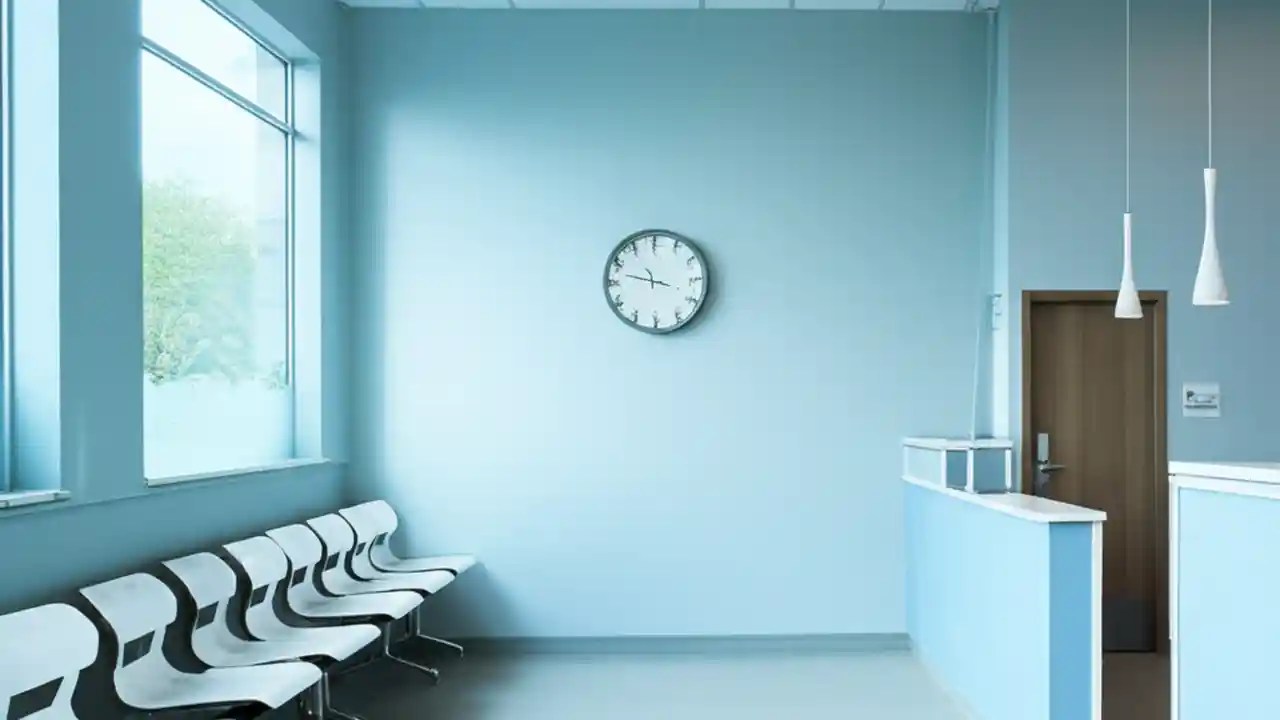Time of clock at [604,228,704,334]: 3:47
